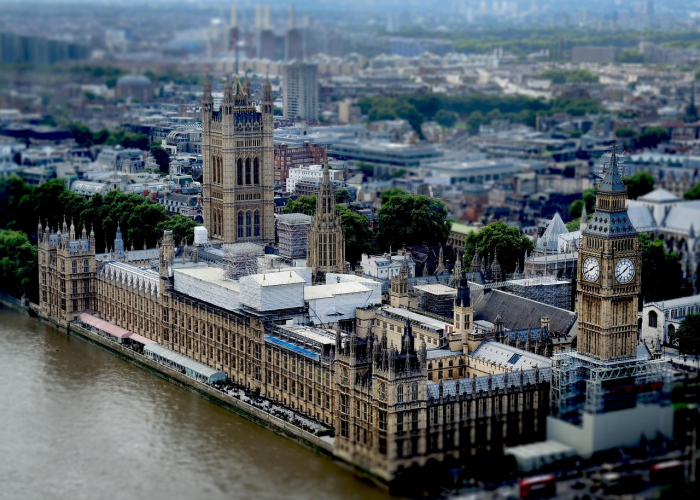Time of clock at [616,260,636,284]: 1:39
